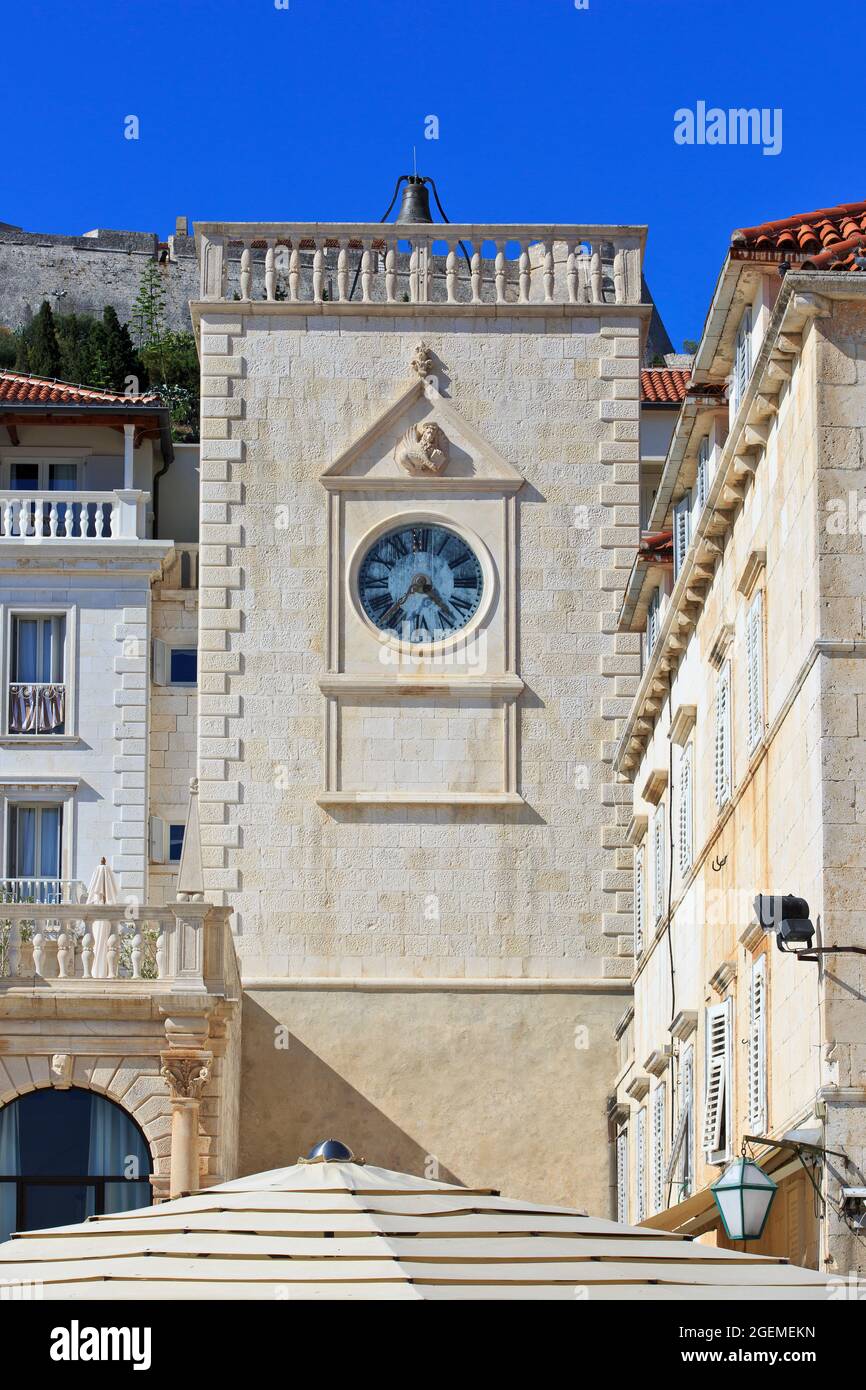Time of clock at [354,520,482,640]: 4:36
